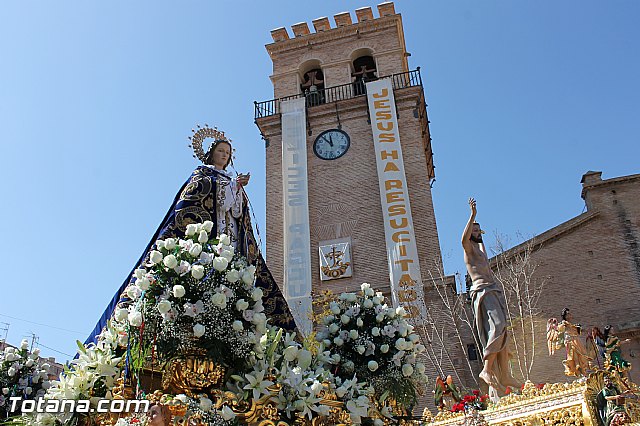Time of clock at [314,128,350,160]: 11:53
